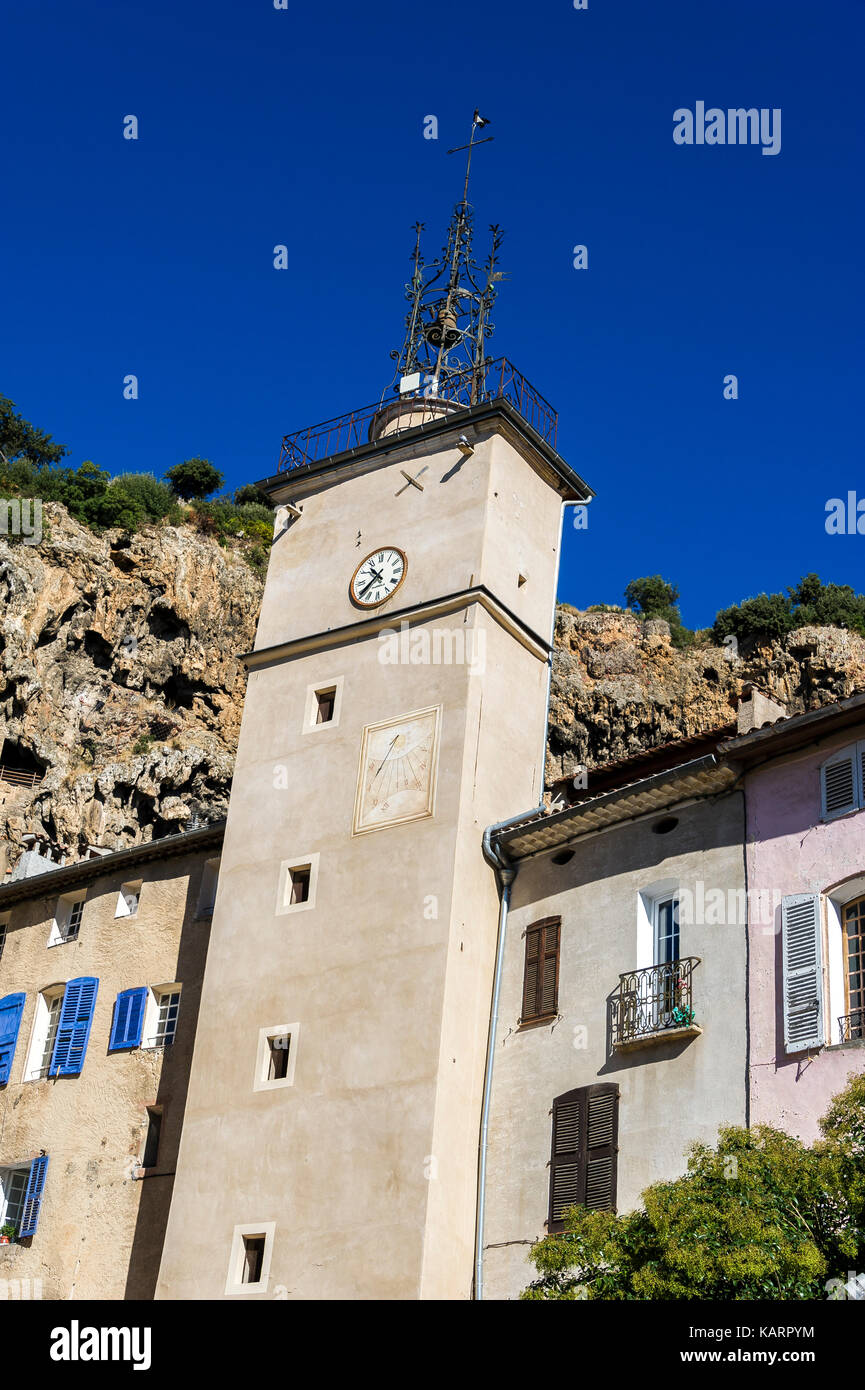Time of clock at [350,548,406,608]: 10:39
